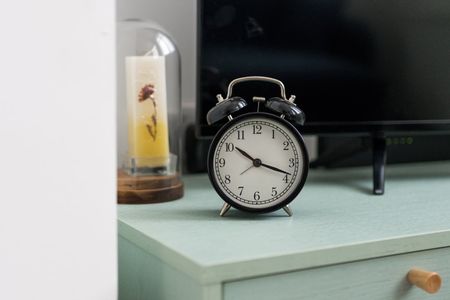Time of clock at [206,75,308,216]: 10:18
